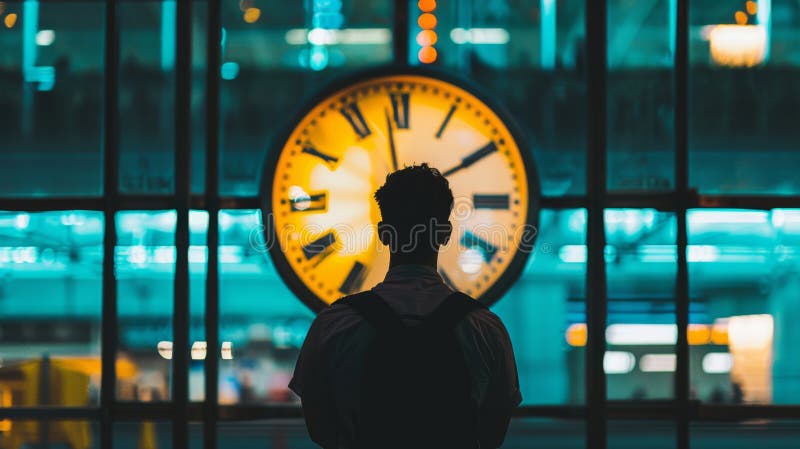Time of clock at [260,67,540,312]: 1:58
